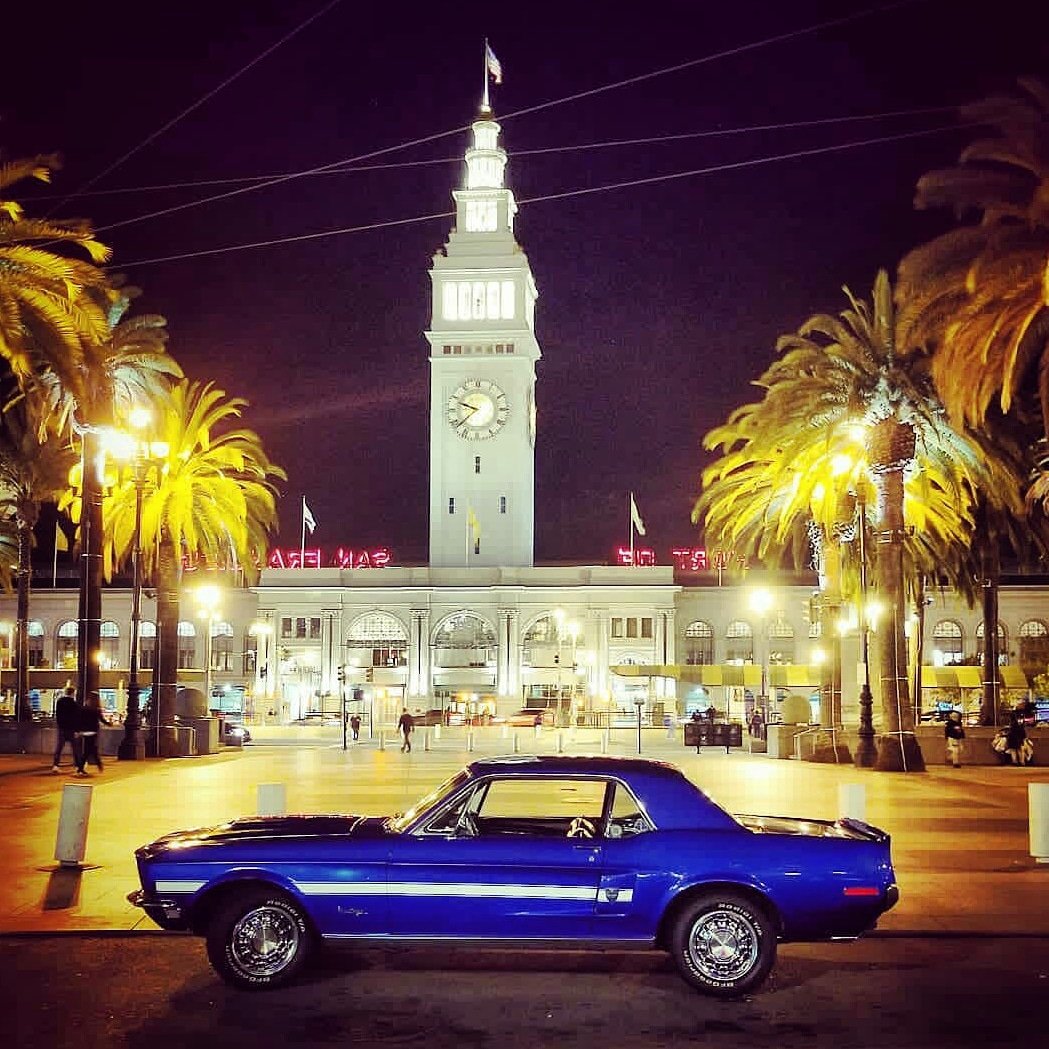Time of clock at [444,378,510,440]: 9:38
